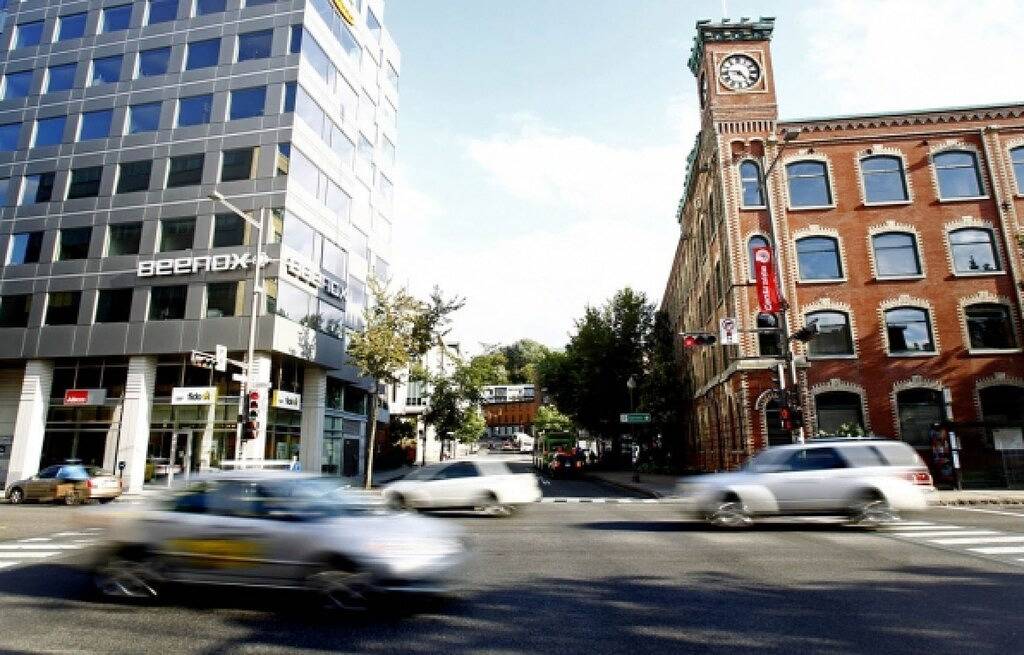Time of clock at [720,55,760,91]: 4:46
